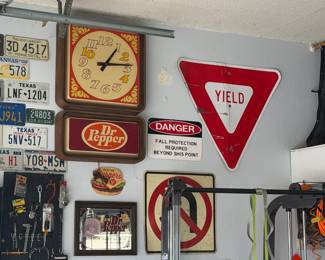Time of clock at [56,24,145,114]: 1:13
